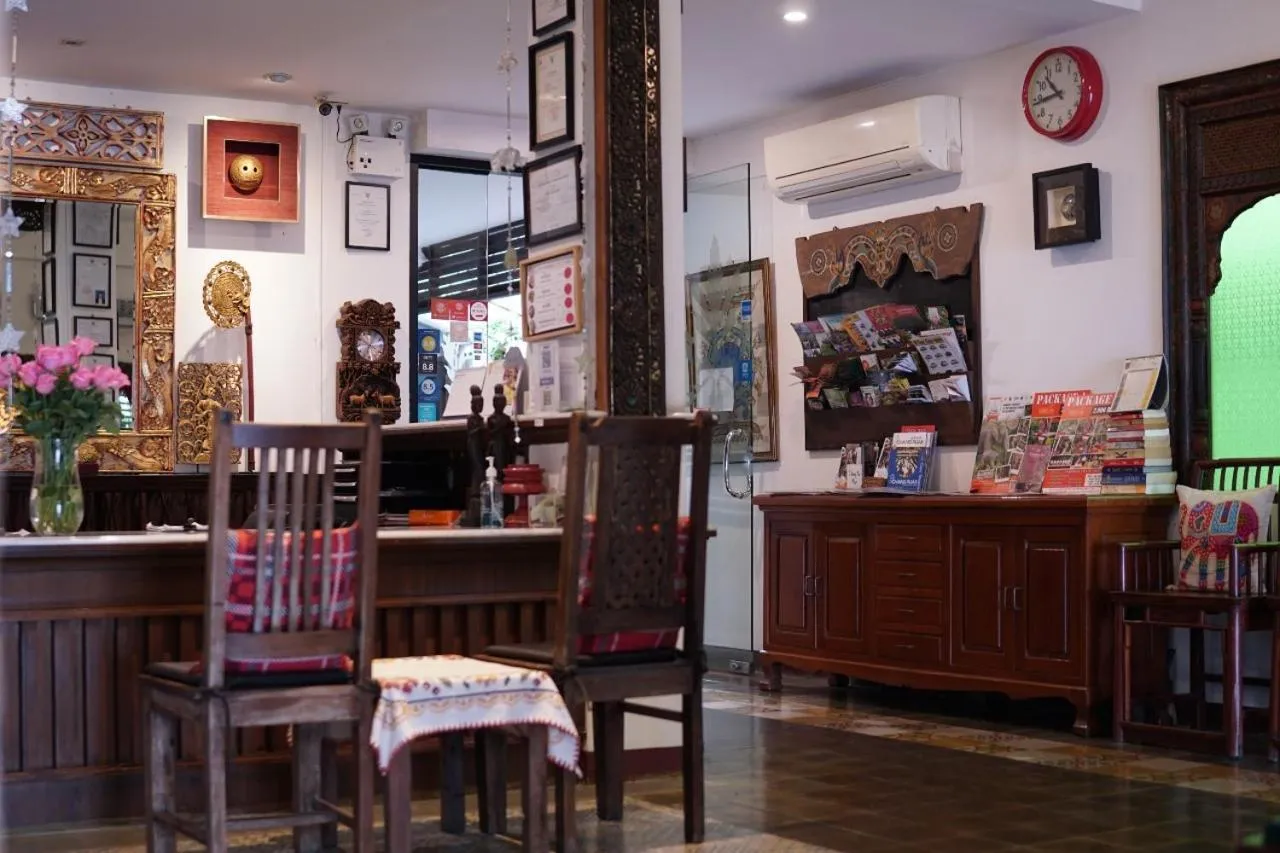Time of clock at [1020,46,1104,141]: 10:43
